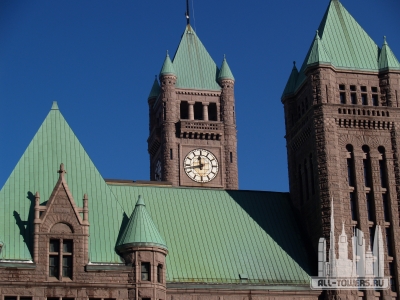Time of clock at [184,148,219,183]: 11:42
